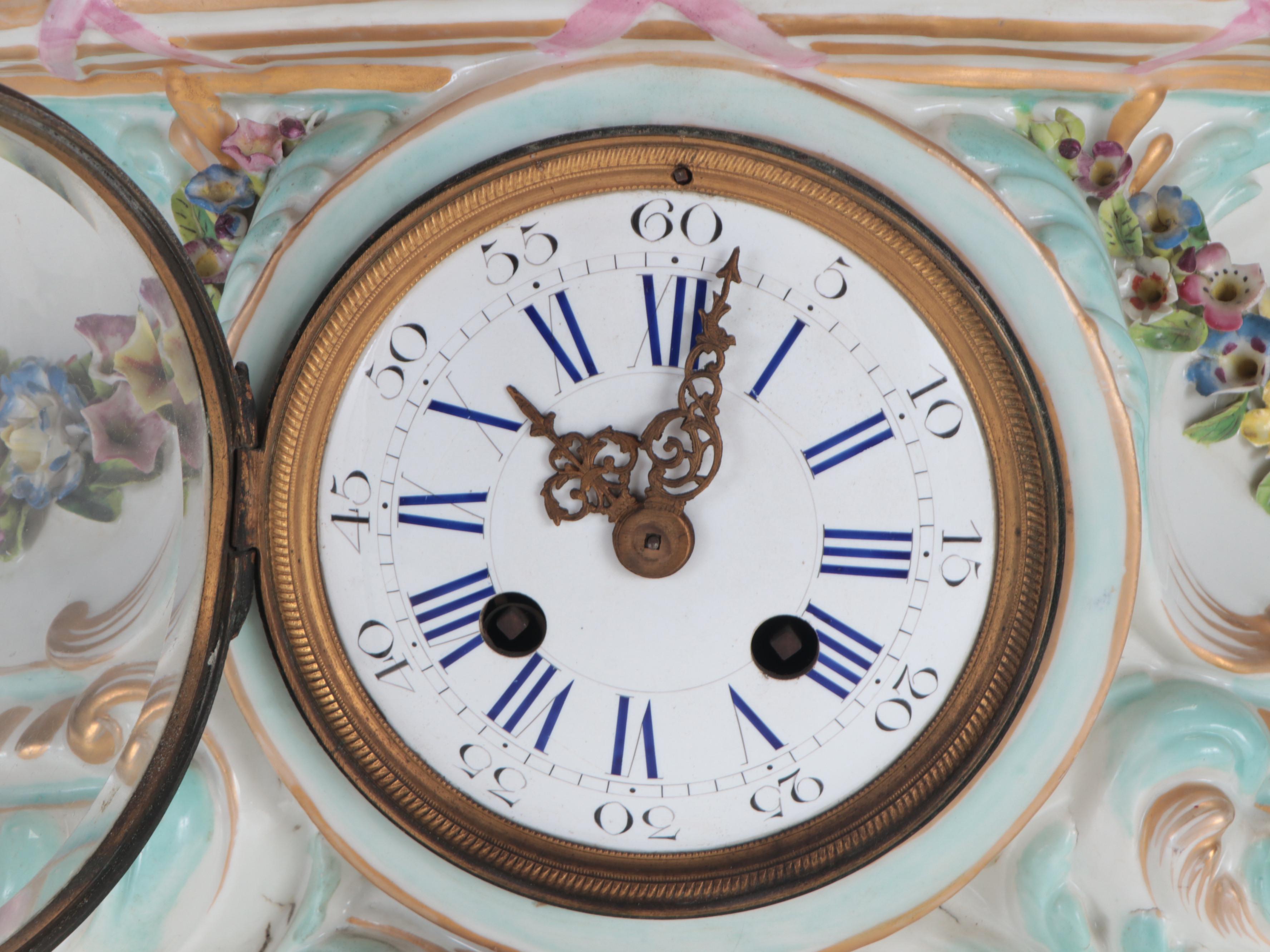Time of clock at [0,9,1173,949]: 10:01
